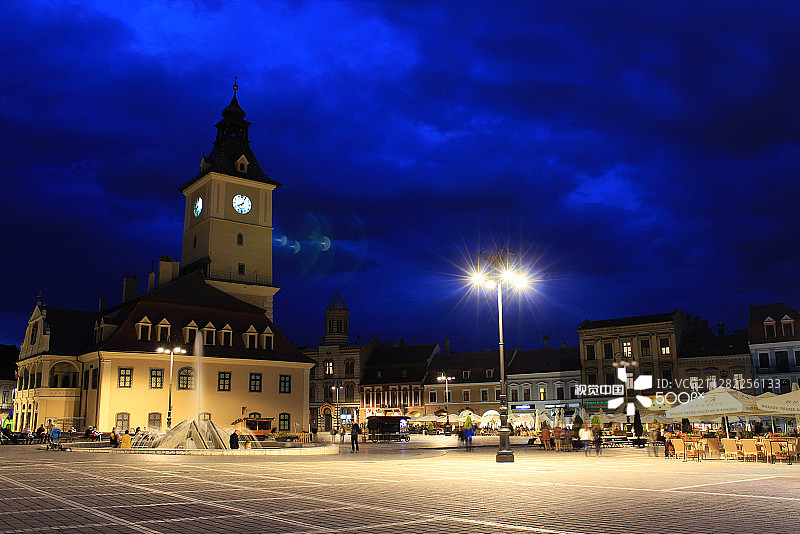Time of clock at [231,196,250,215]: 8:04
